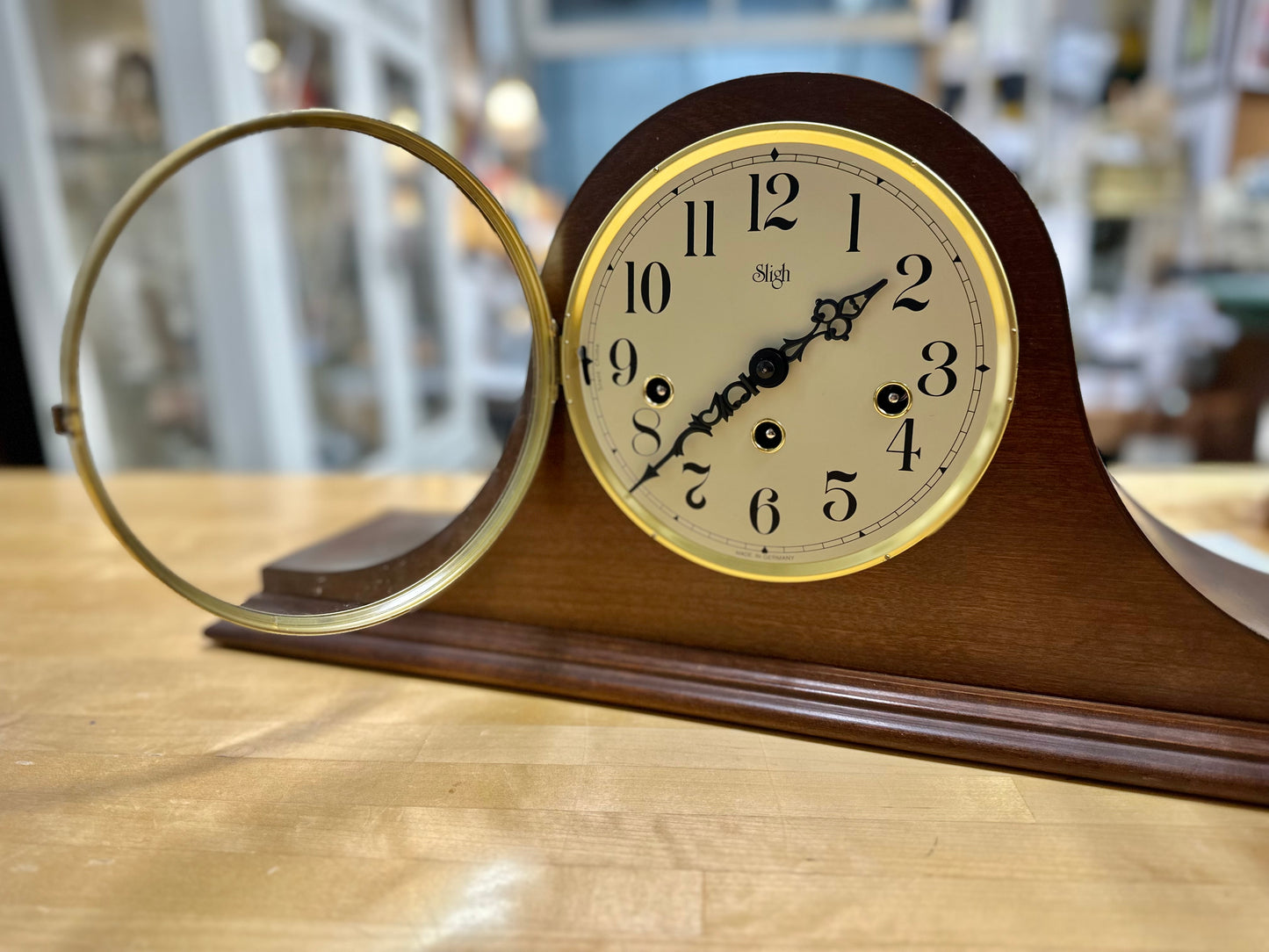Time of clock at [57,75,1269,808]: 1:37
